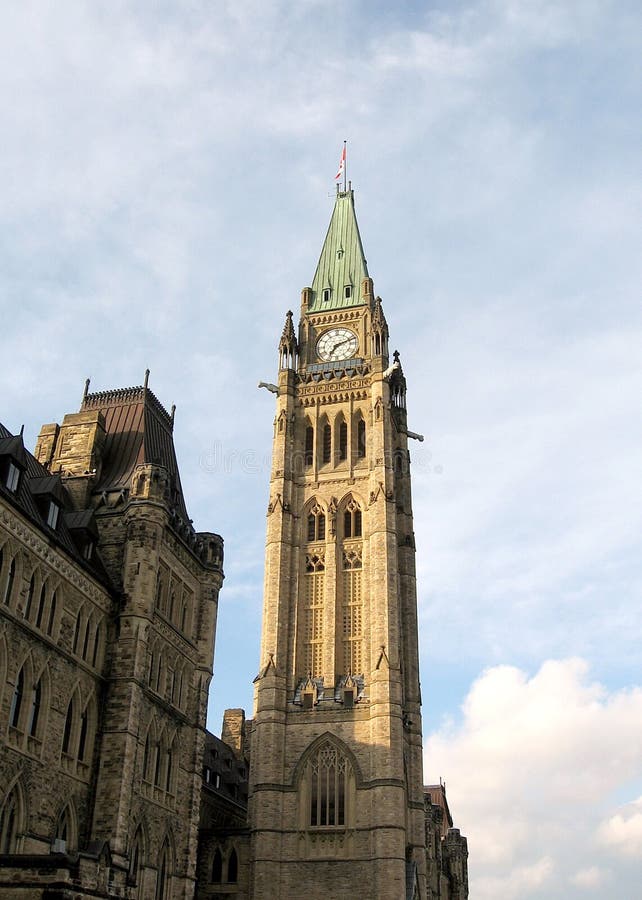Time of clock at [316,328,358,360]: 7:11
